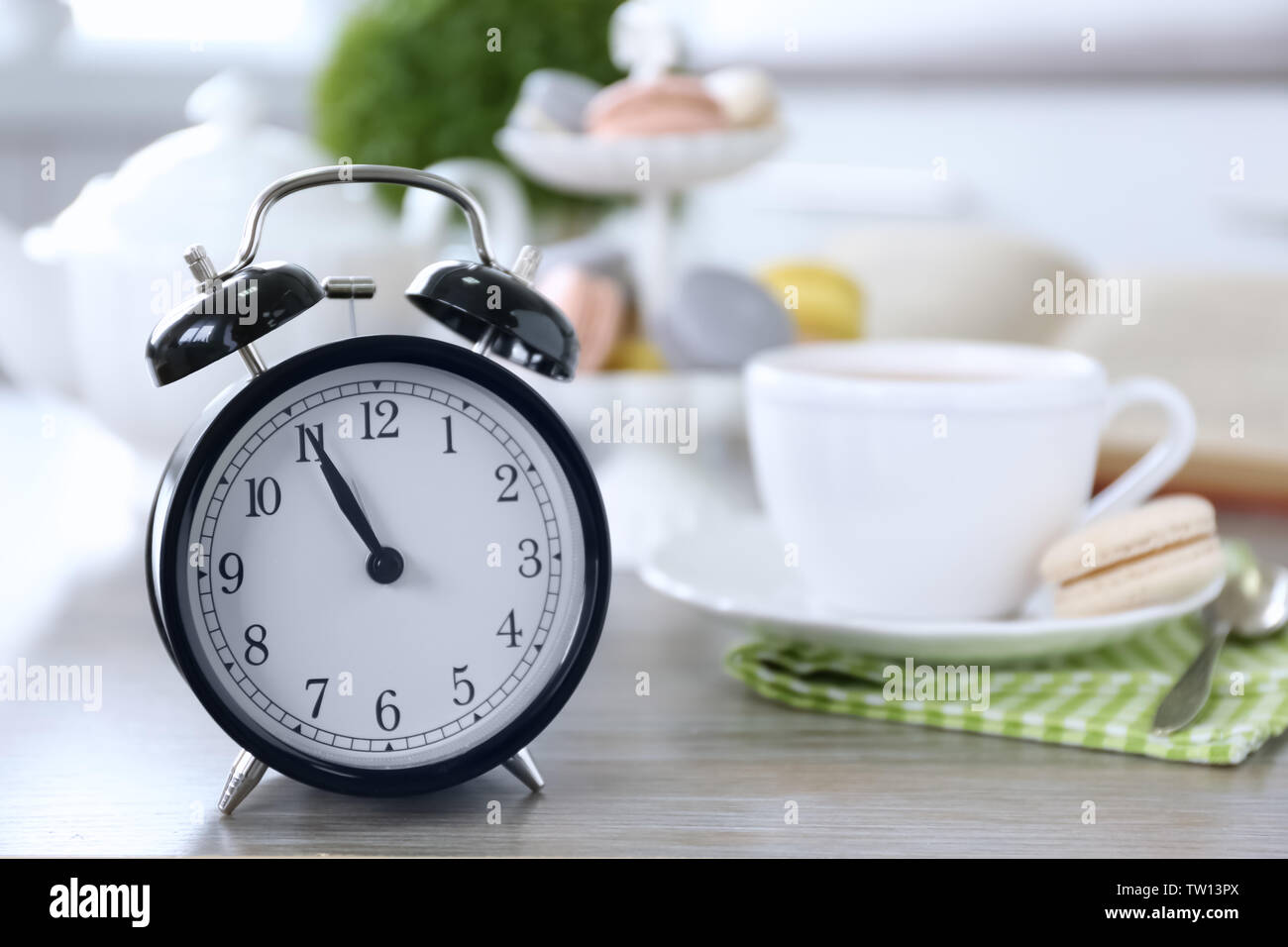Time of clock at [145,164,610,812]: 10:55
